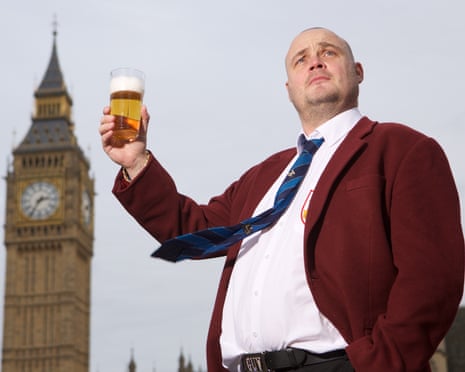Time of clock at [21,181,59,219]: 2:35
